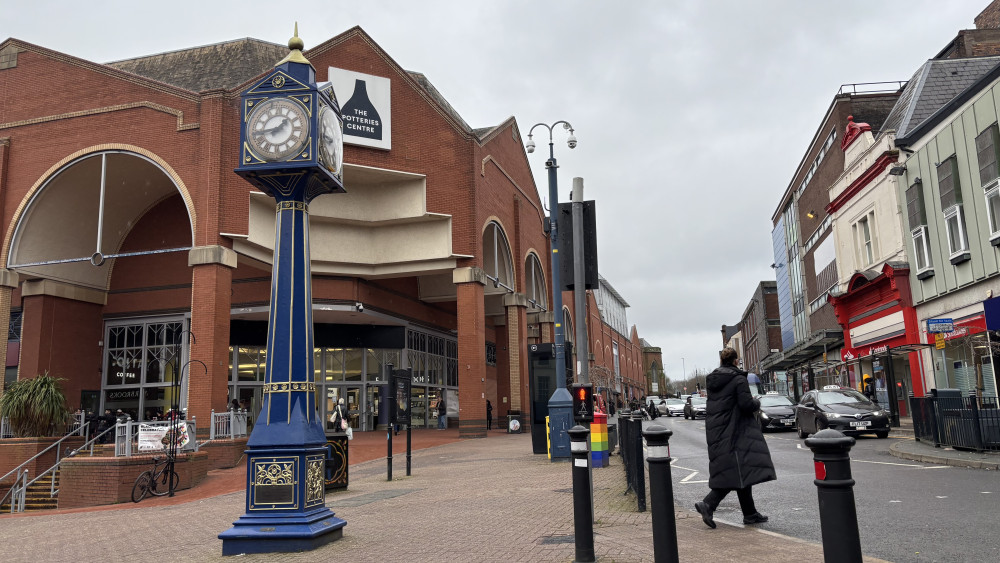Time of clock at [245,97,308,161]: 1:43
